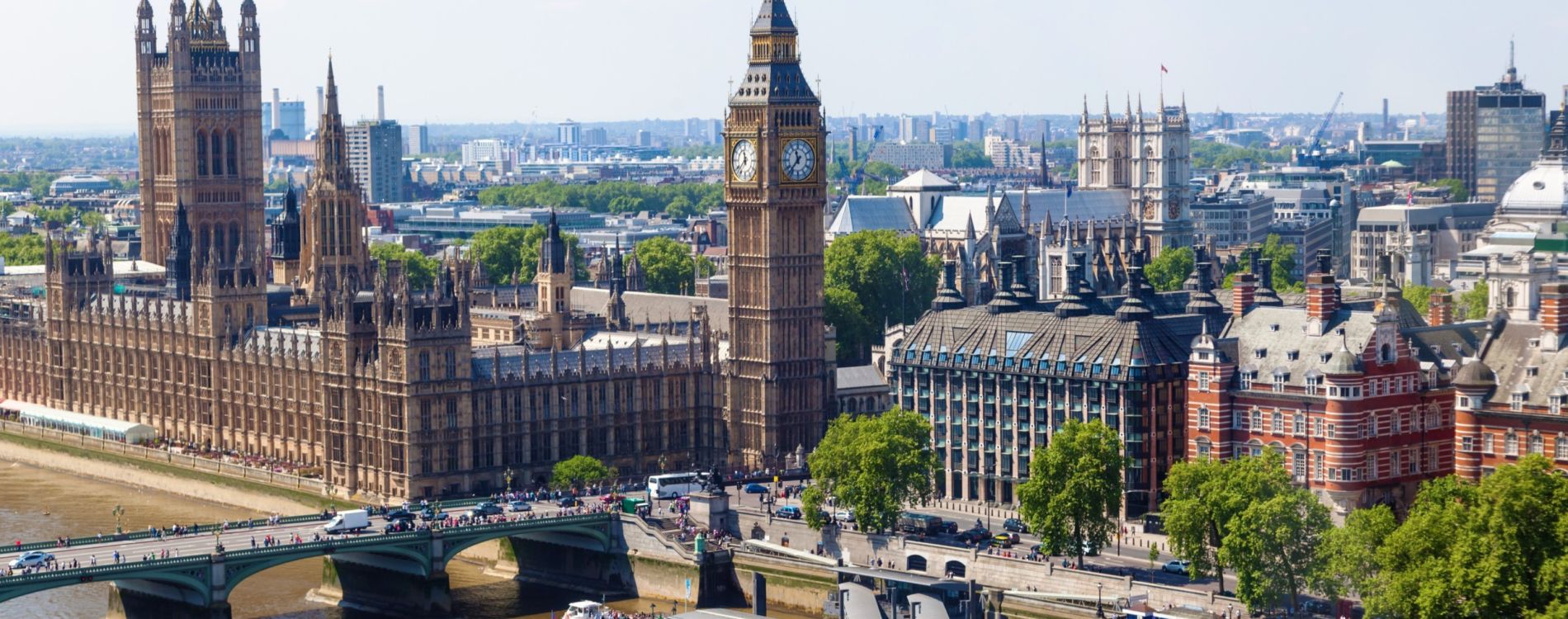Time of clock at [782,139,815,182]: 11:36
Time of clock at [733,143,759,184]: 11:37
